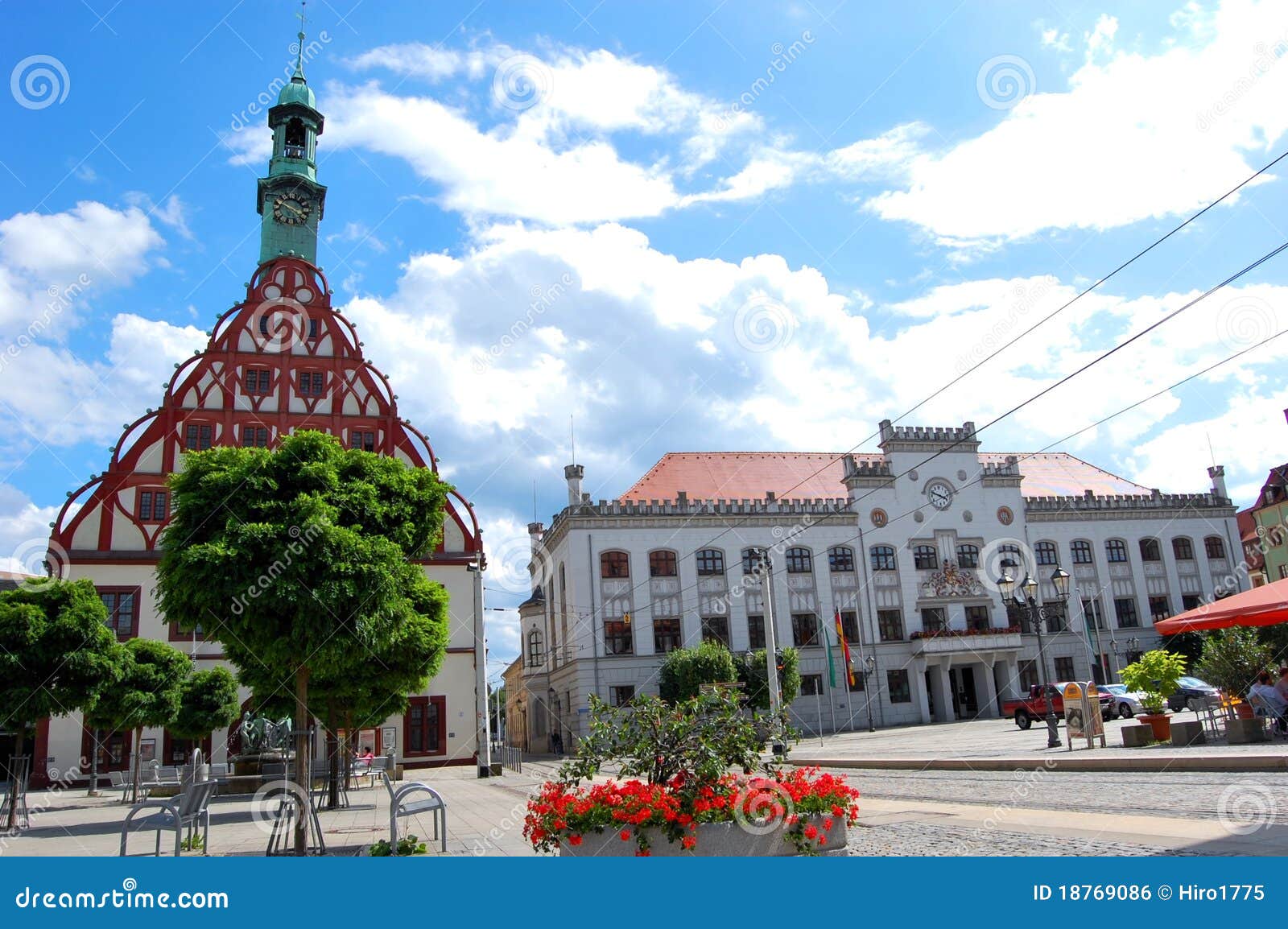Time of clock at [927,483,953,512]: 3:47
